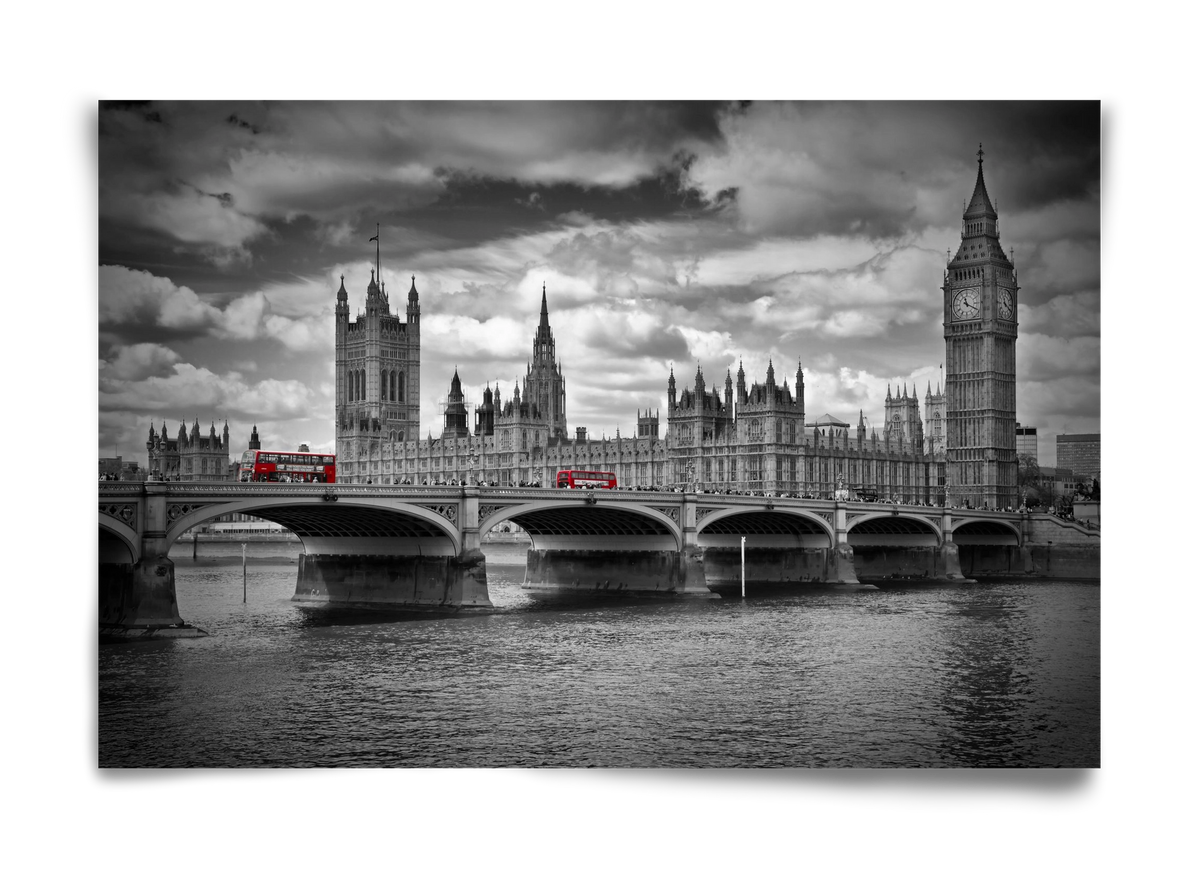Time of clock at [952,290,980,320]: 11:19
